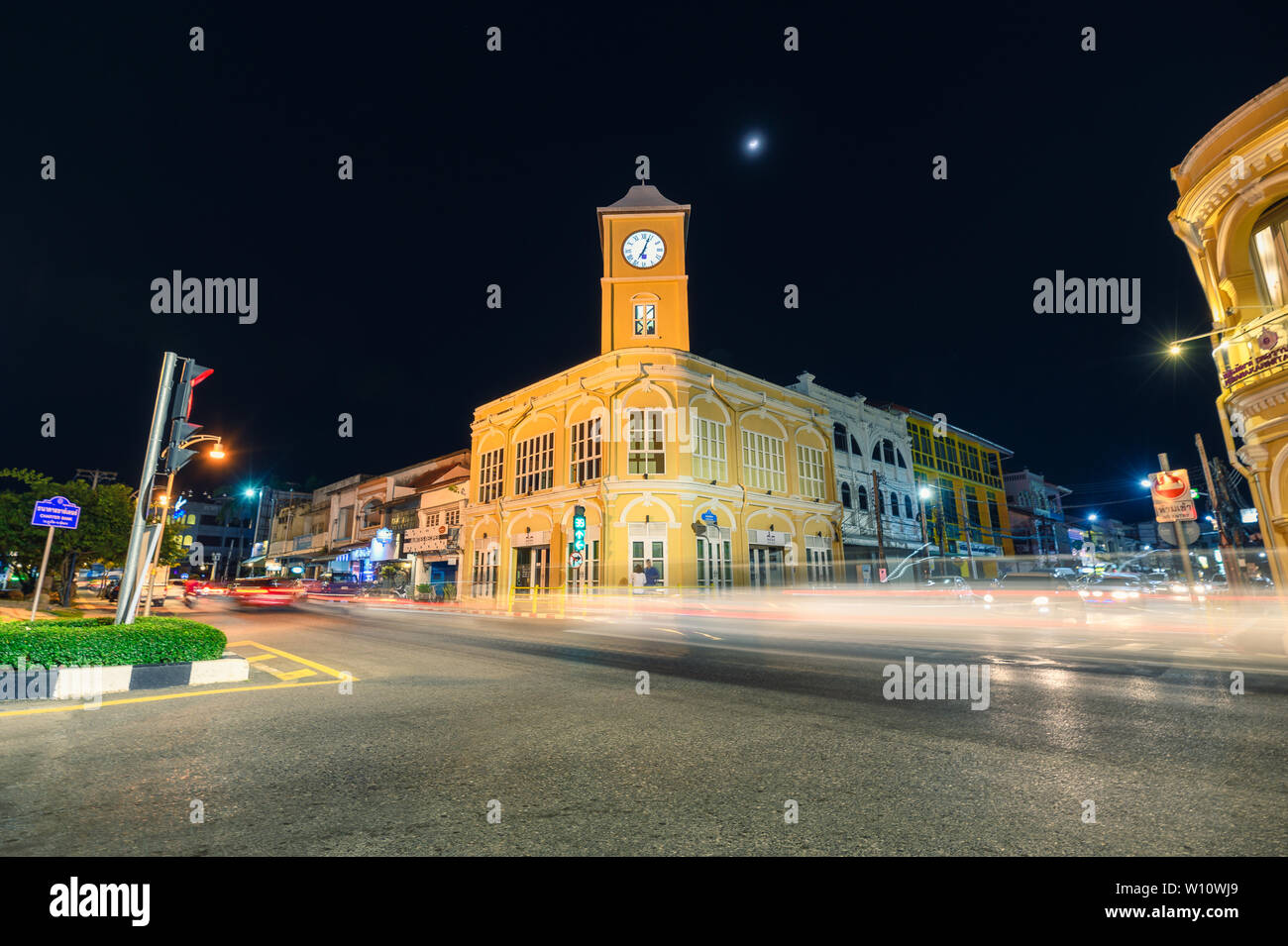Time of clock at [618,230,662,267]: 7:03
